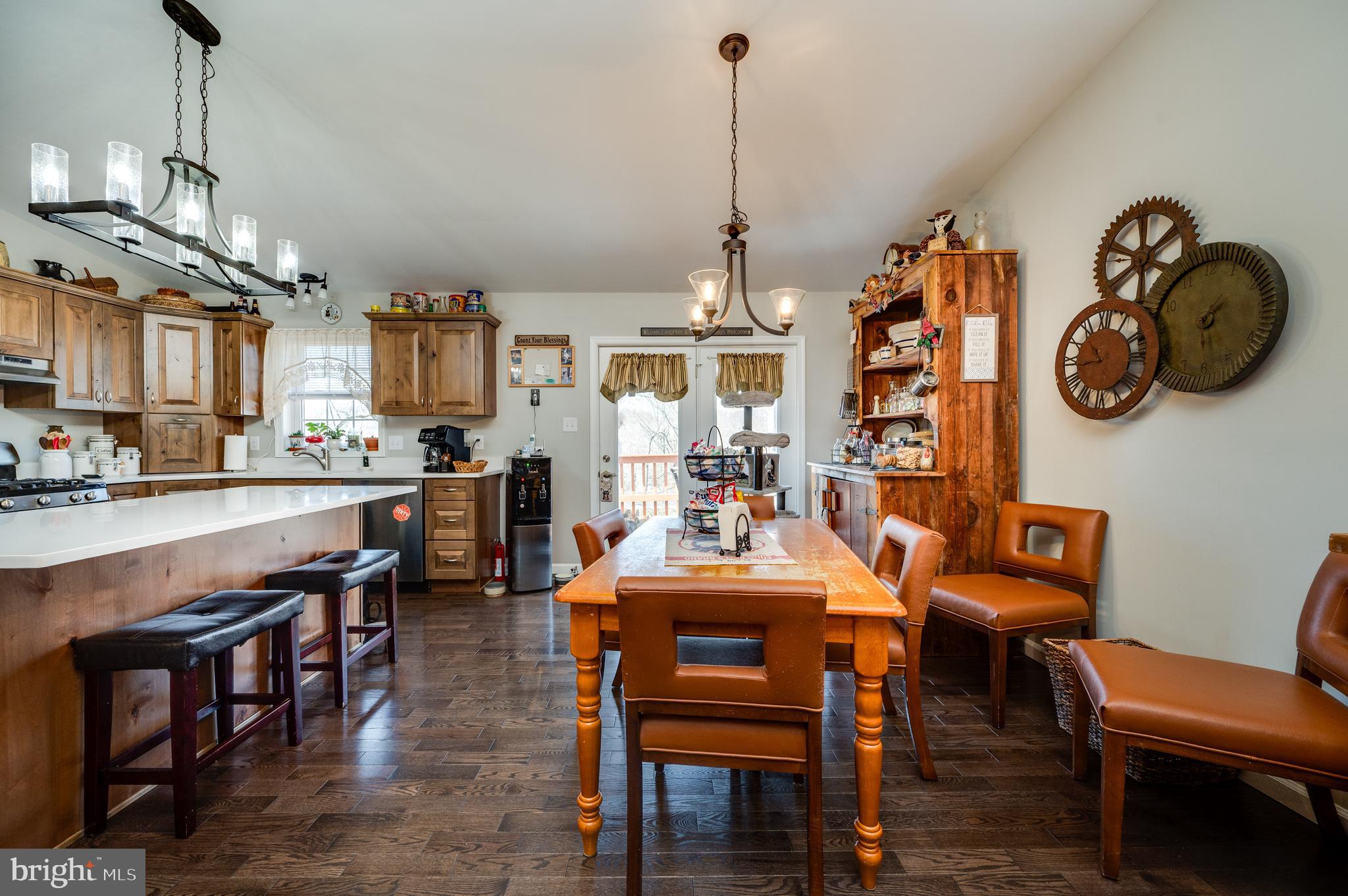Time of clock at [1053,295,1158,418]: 10:43
